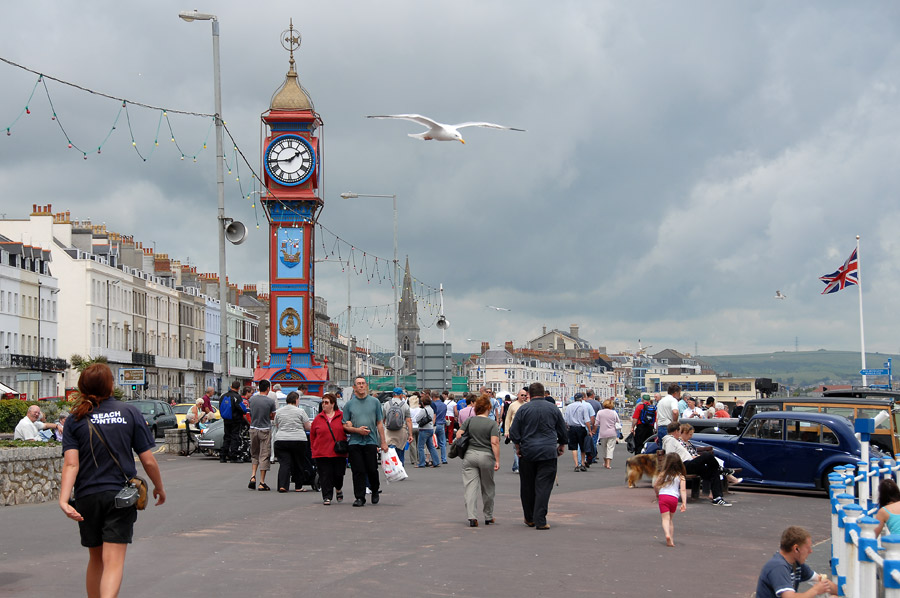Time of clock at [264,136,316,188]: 1:44
